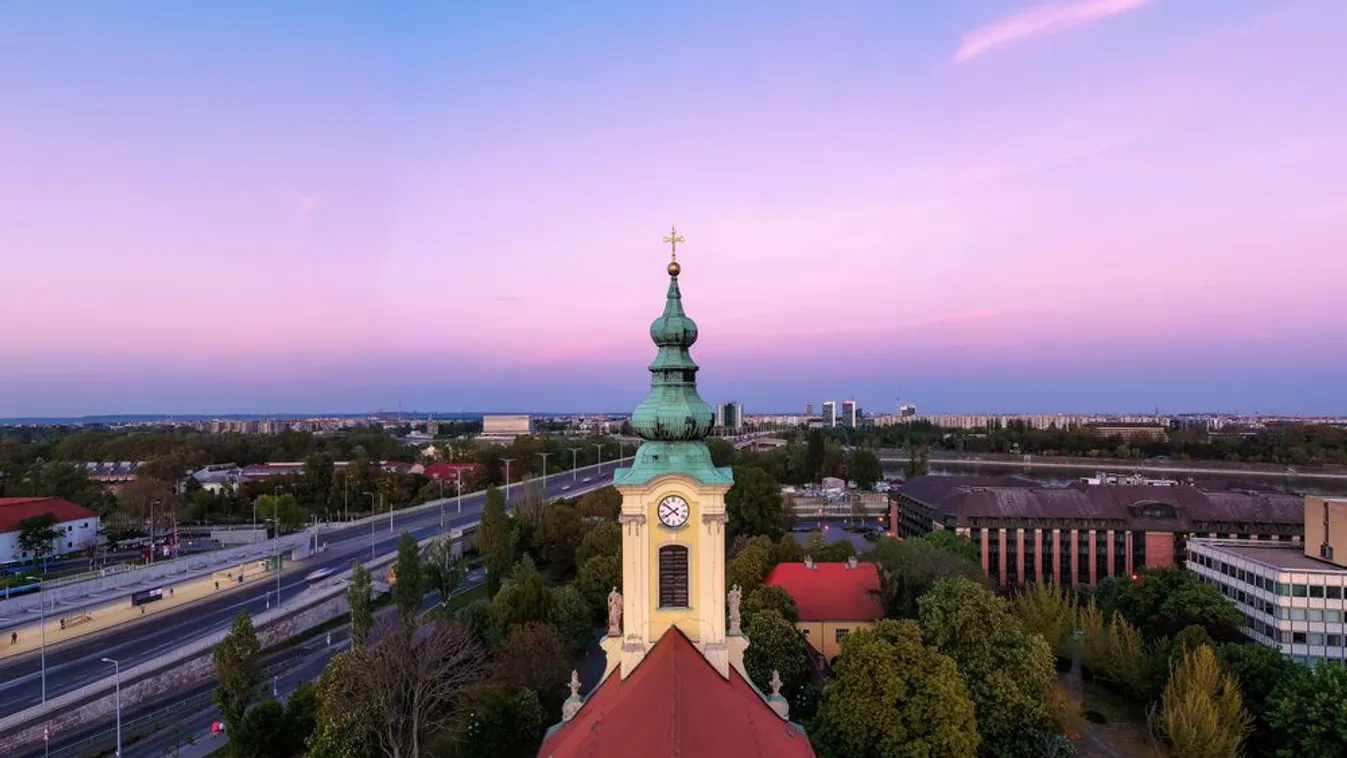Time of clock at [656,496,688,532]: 7:51
